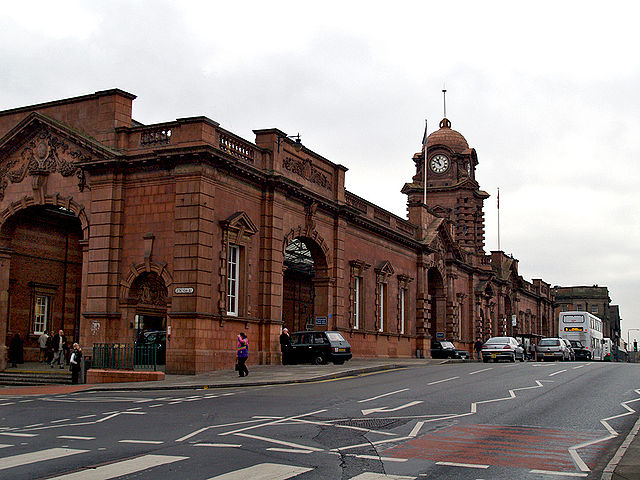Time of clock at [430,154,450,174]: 10:49
